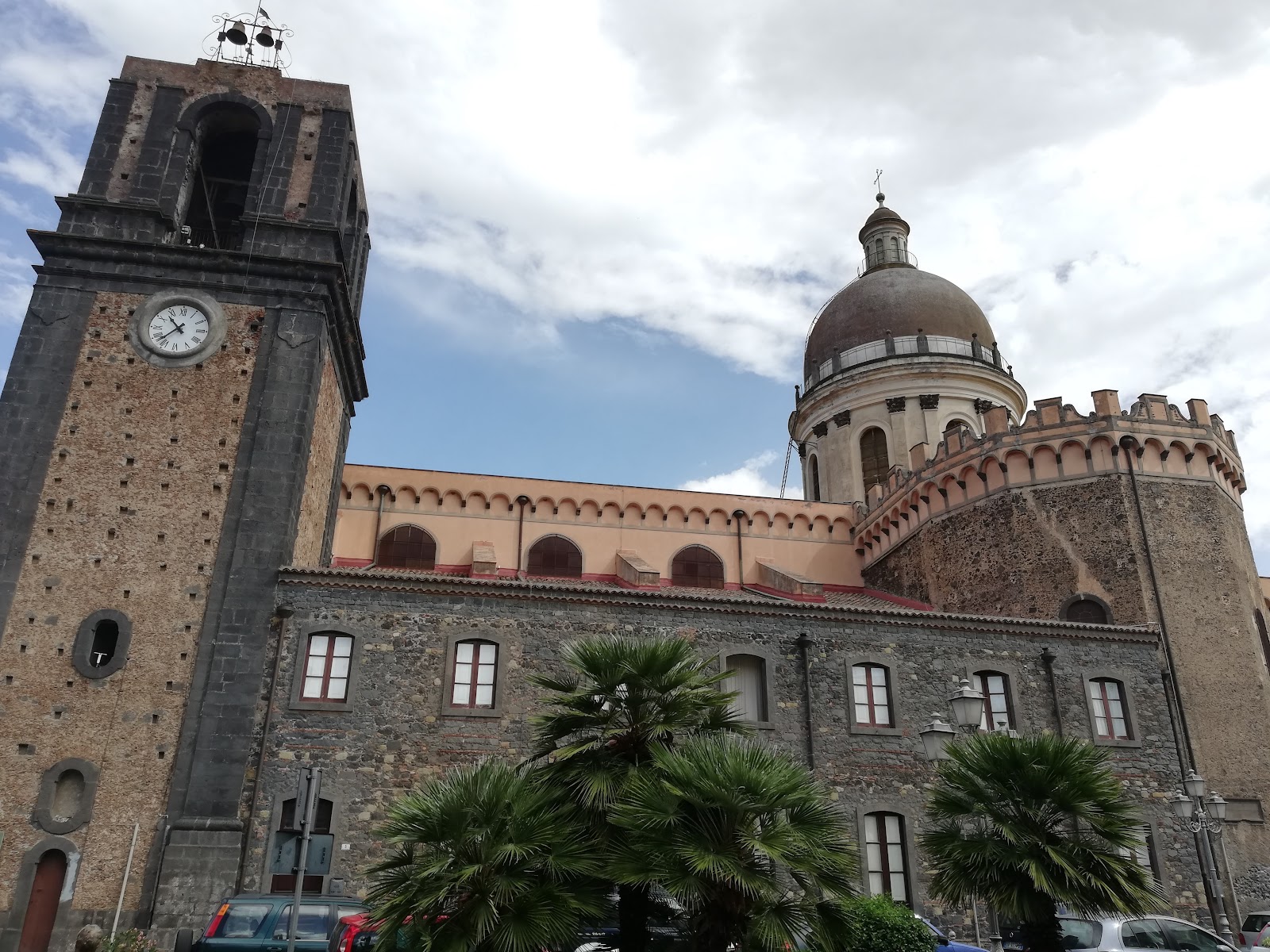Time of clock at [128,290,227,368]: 10:37
